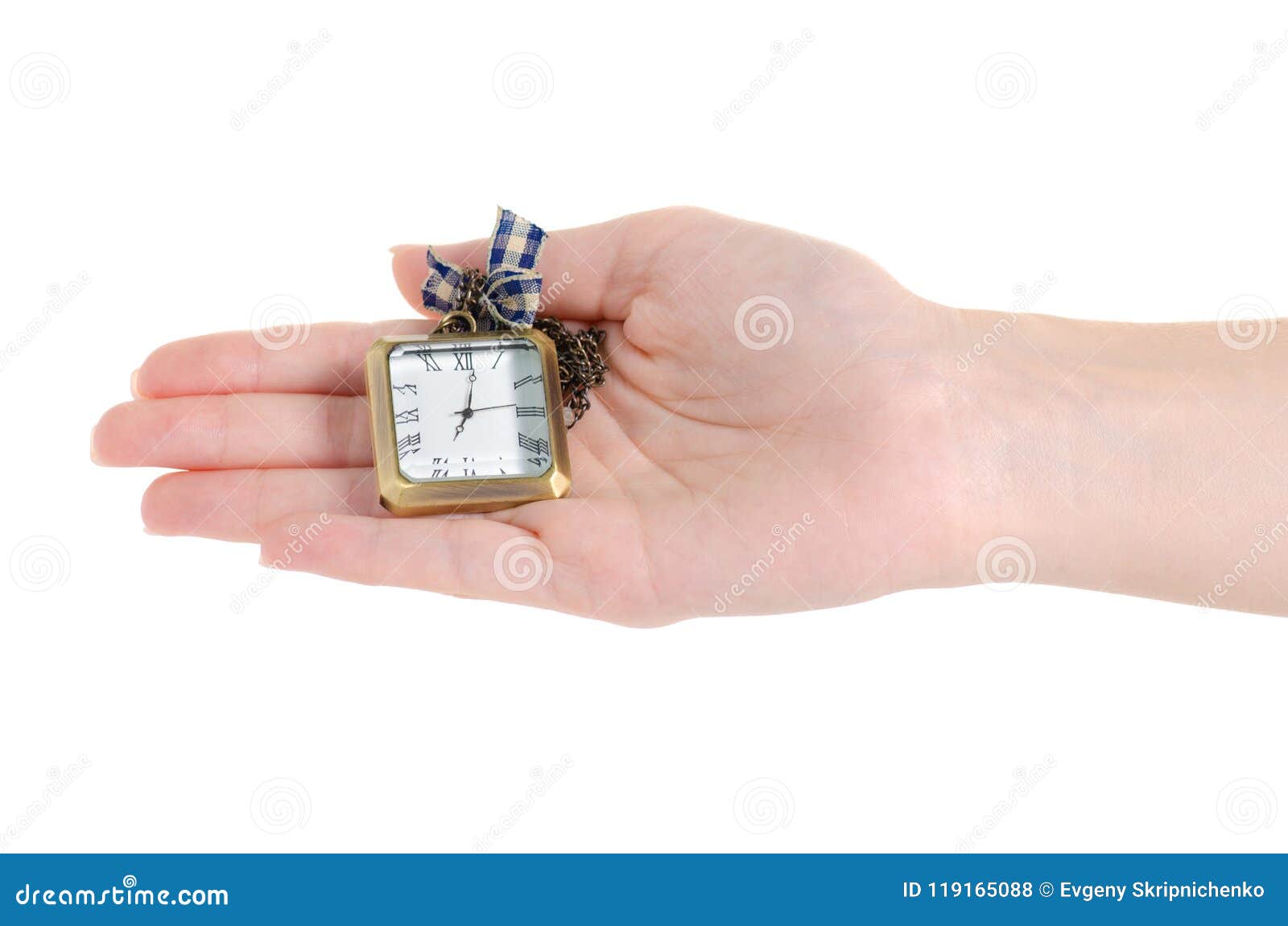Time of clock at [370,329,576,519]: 7:01
